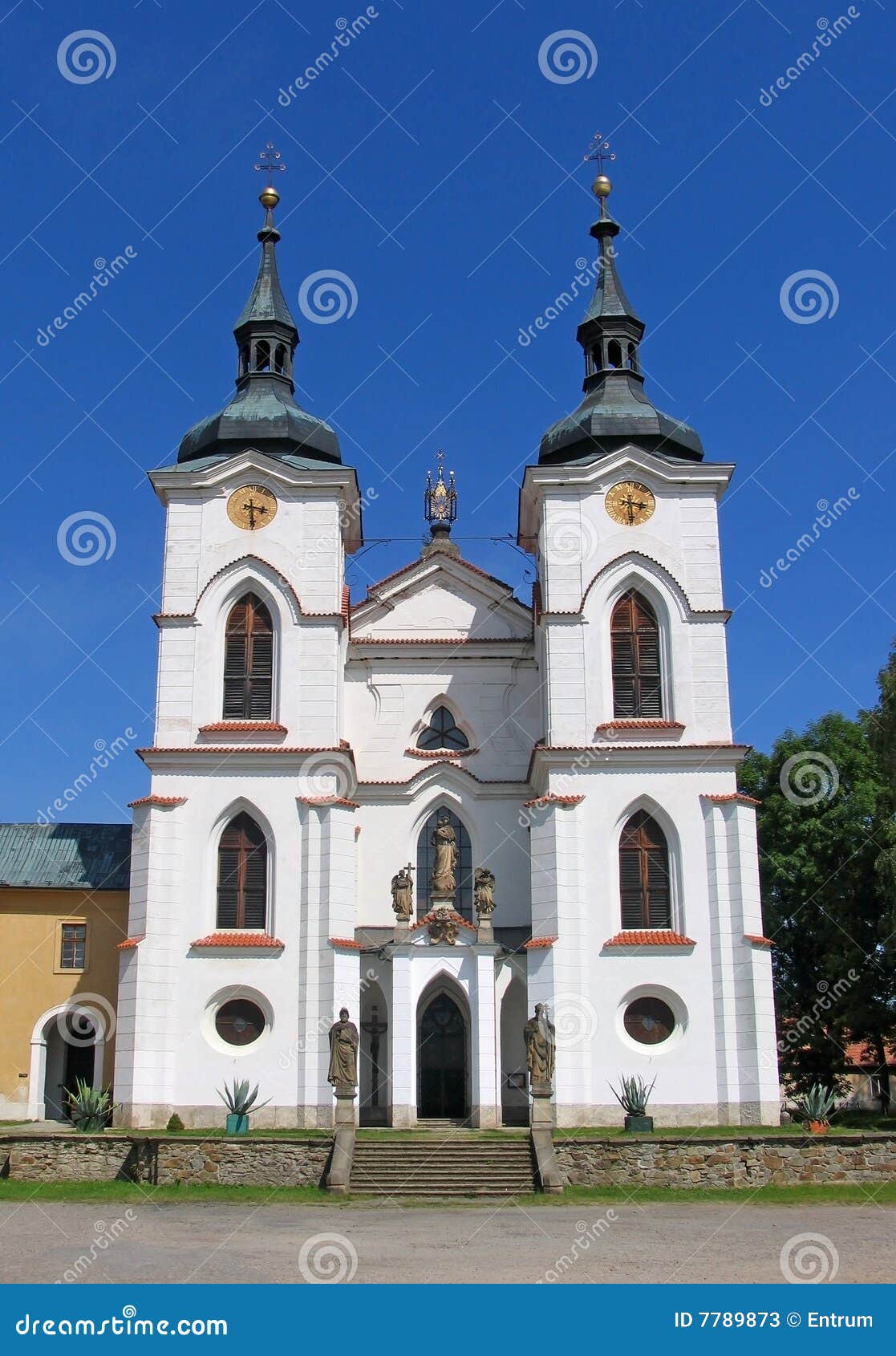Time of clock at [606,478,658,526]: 3:29
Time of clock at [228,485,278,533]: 3:29
